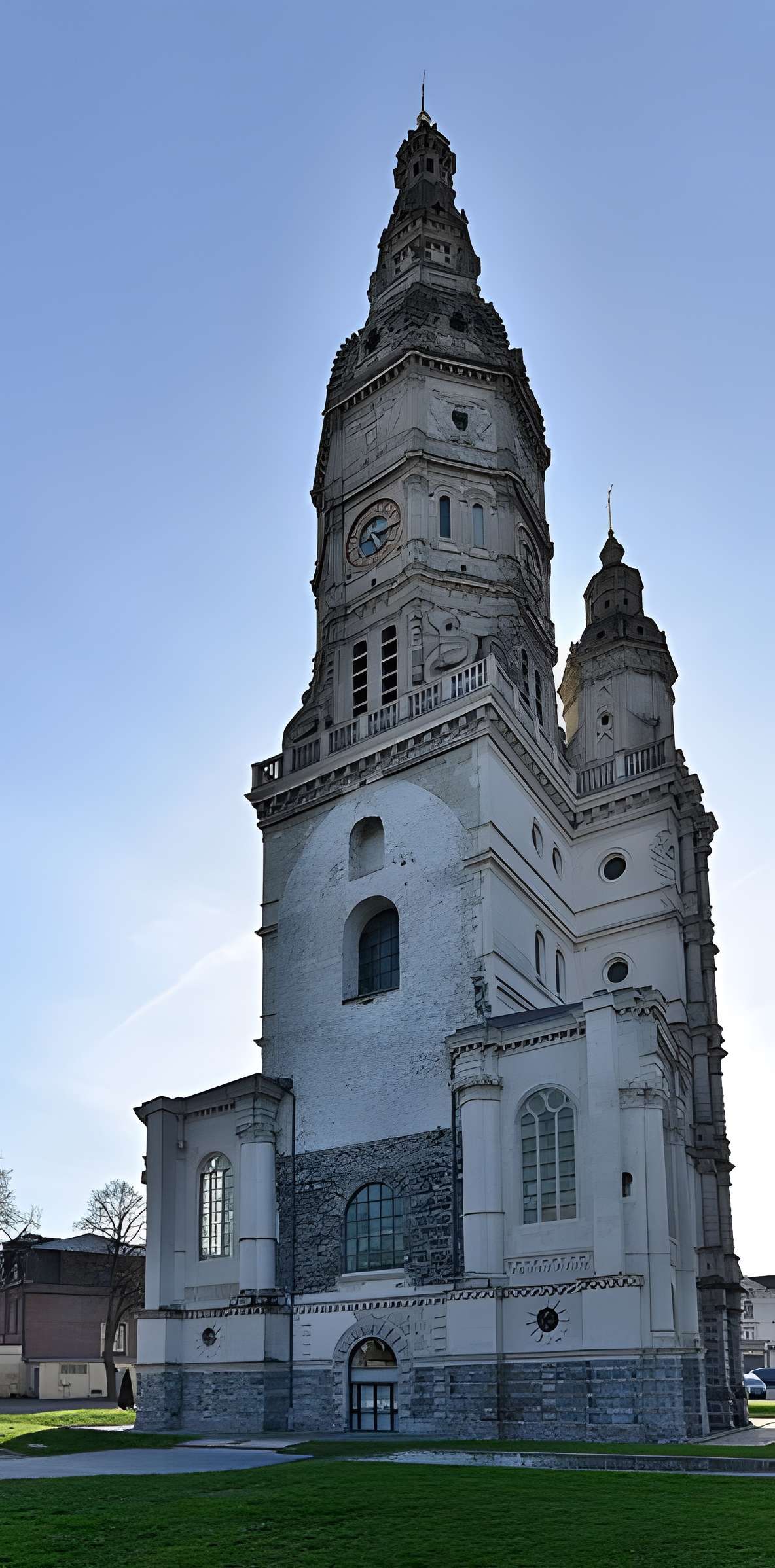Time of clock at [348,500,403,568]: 5:14
